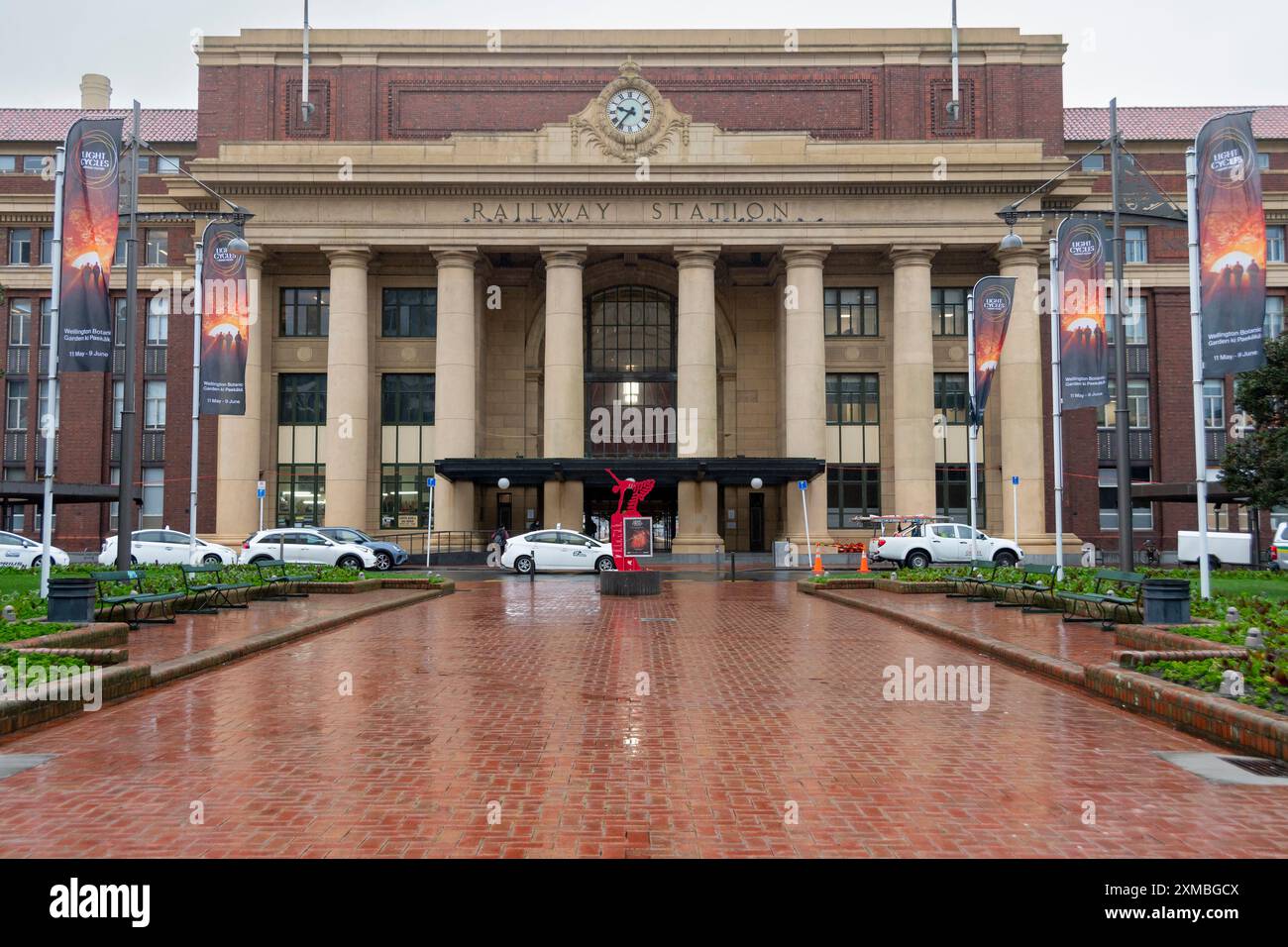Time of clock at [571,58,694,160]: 9:36
